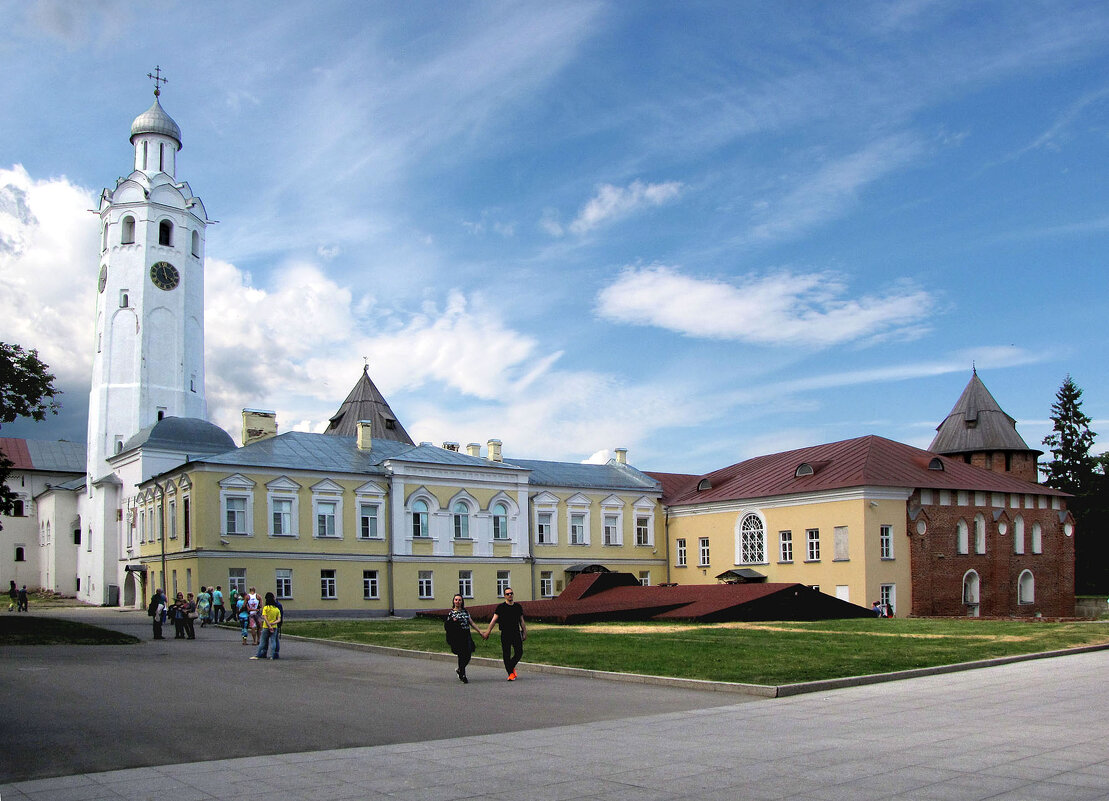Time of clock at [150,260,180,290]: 3:58
